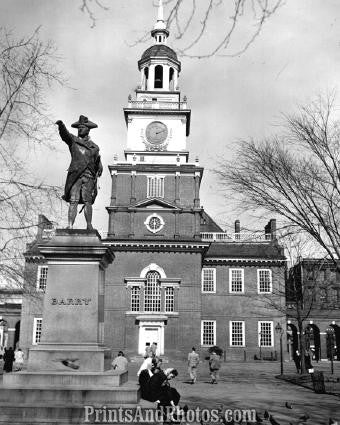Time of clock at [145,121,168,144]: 2:11
